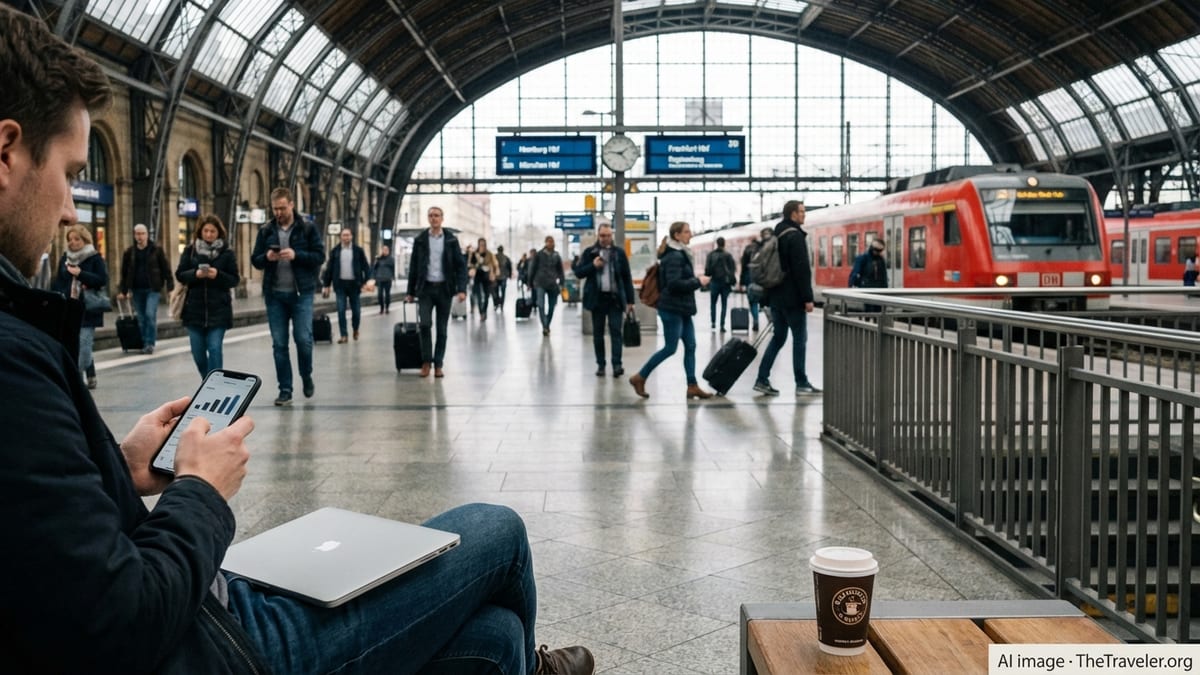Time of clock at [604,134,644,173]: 9:08
